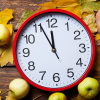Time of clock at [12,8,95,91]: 11:55
